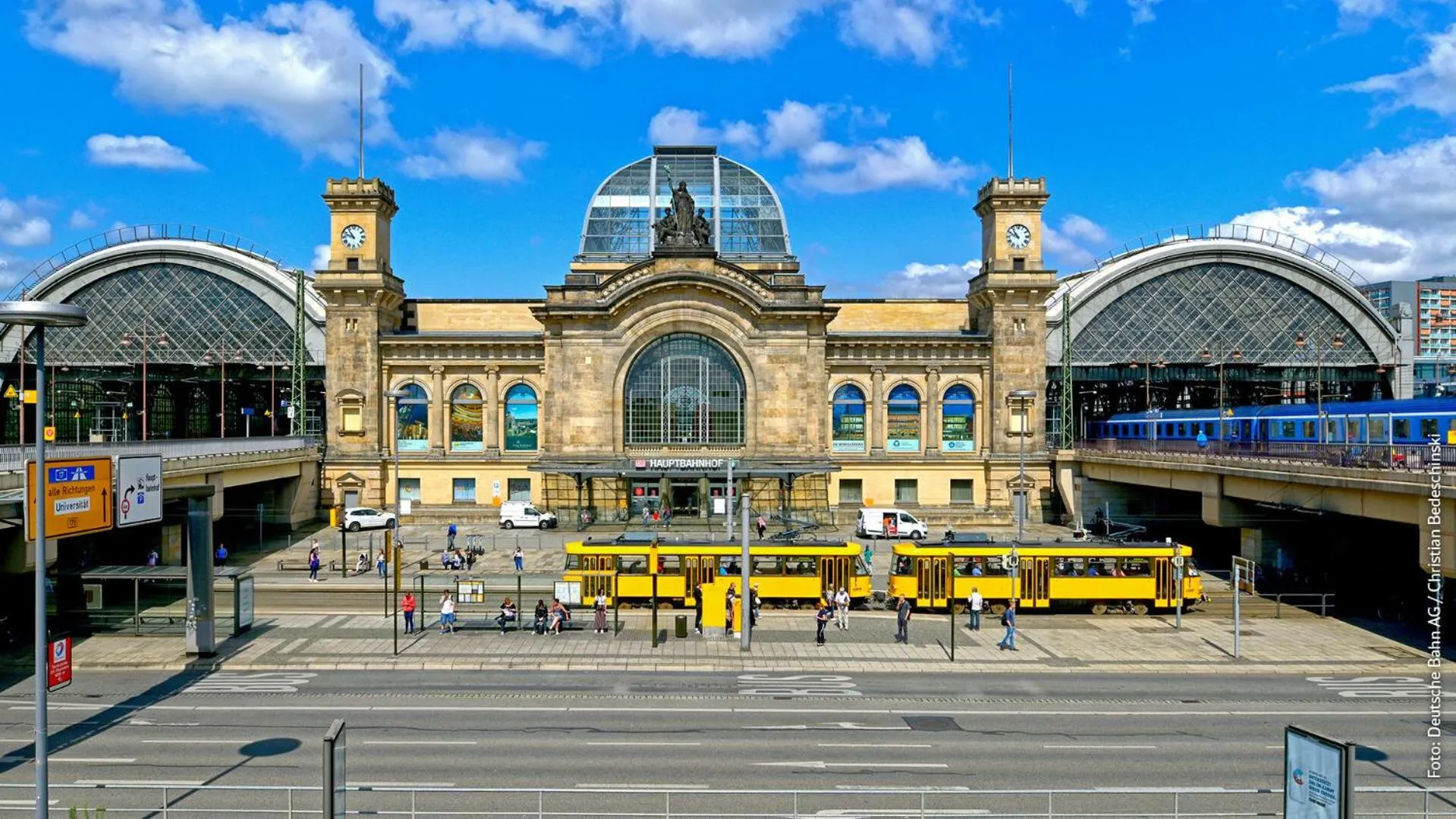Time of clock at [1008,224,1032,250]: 10:49
